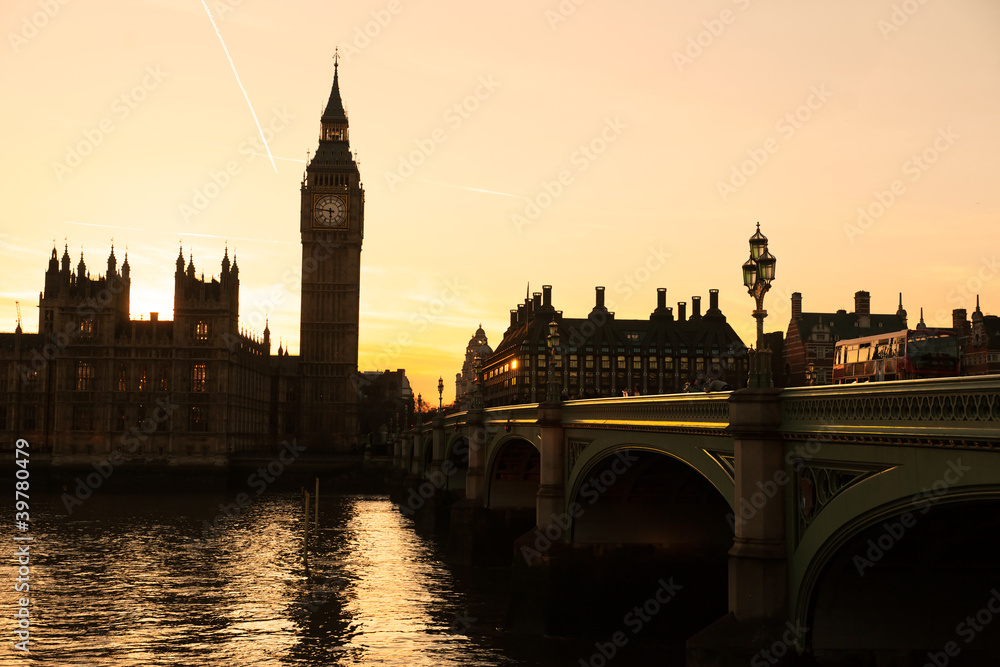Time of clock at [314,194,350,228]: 5:46
